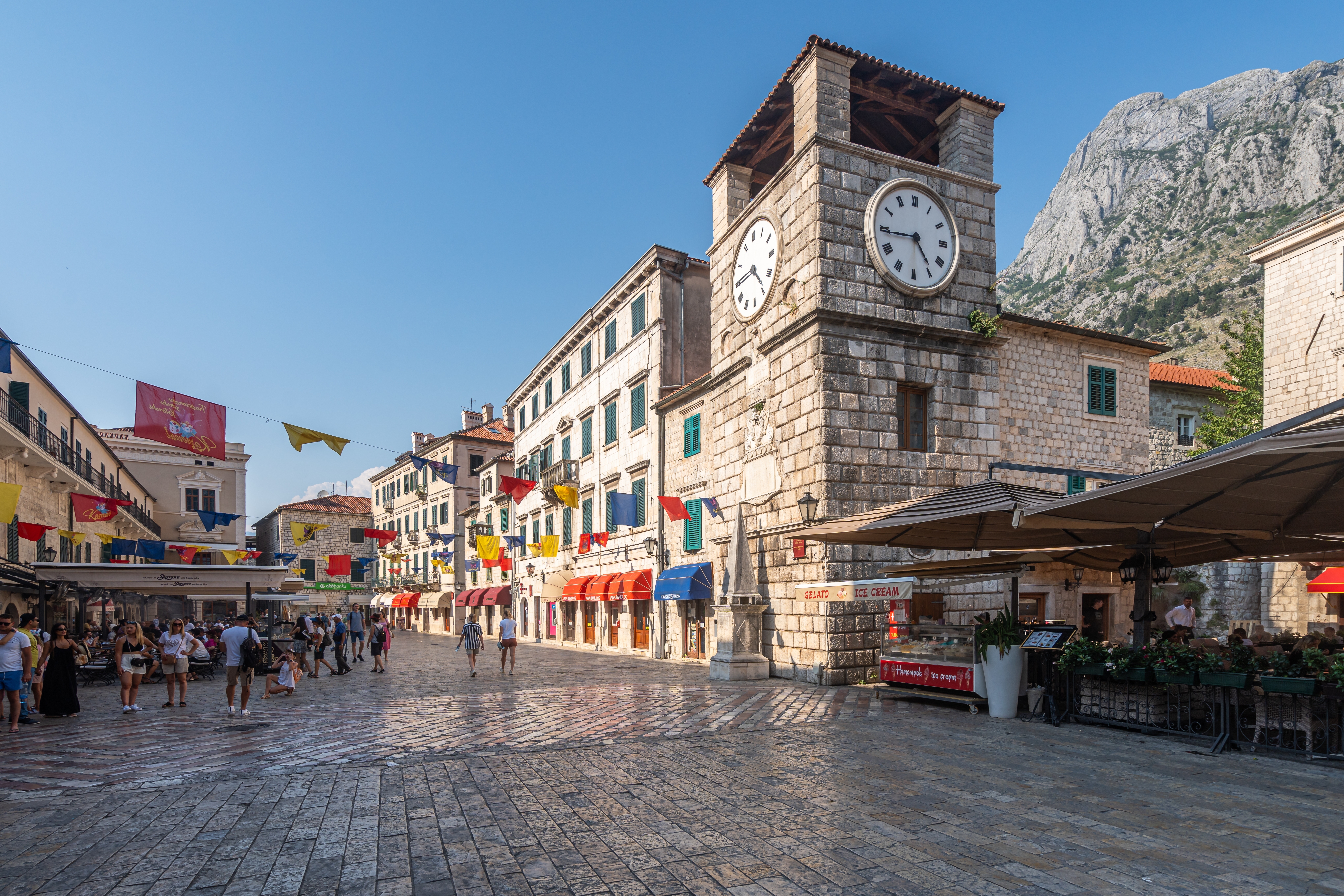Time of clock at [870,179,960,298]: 4:44
